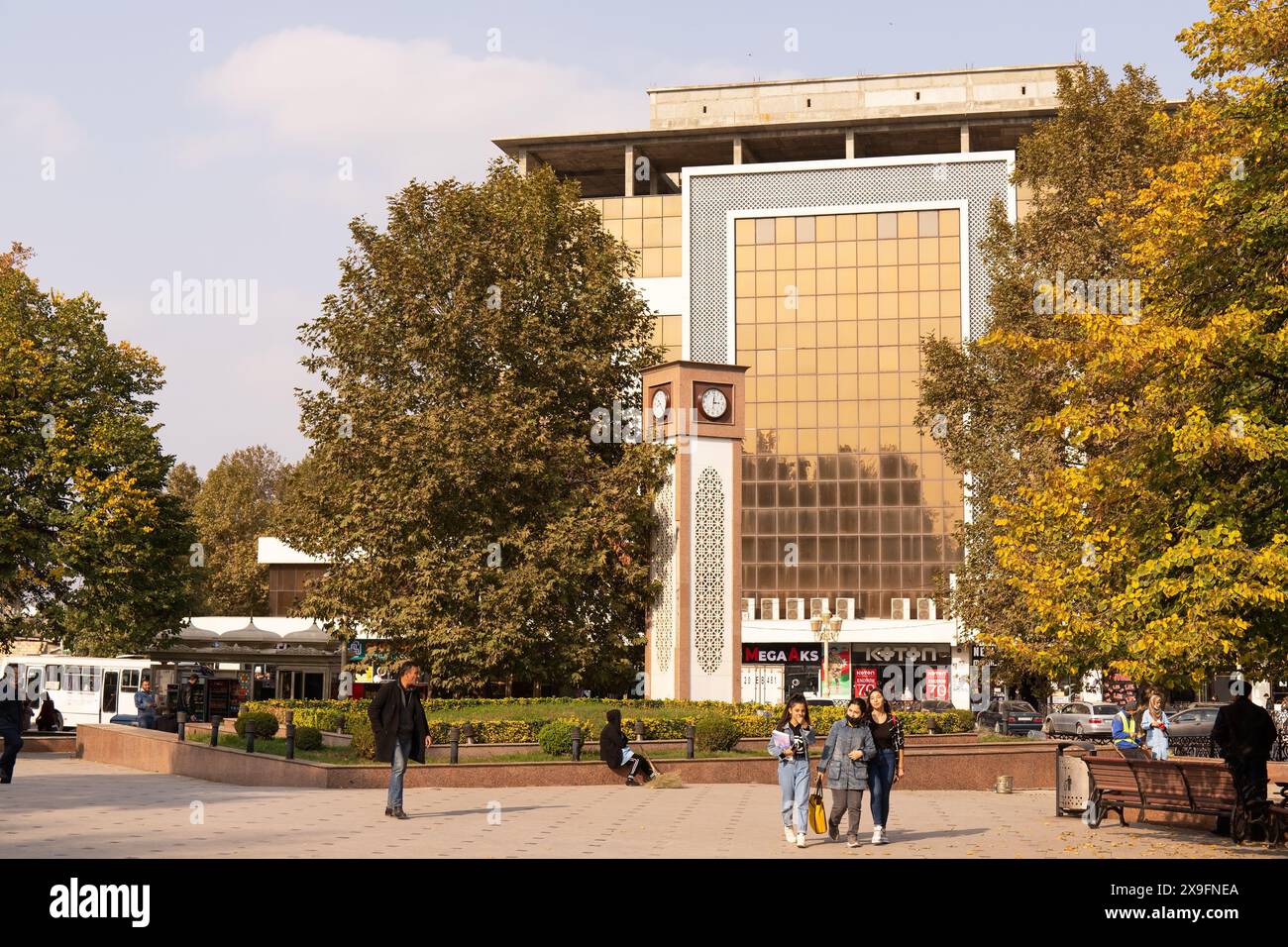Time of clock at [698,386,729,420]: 3:00
